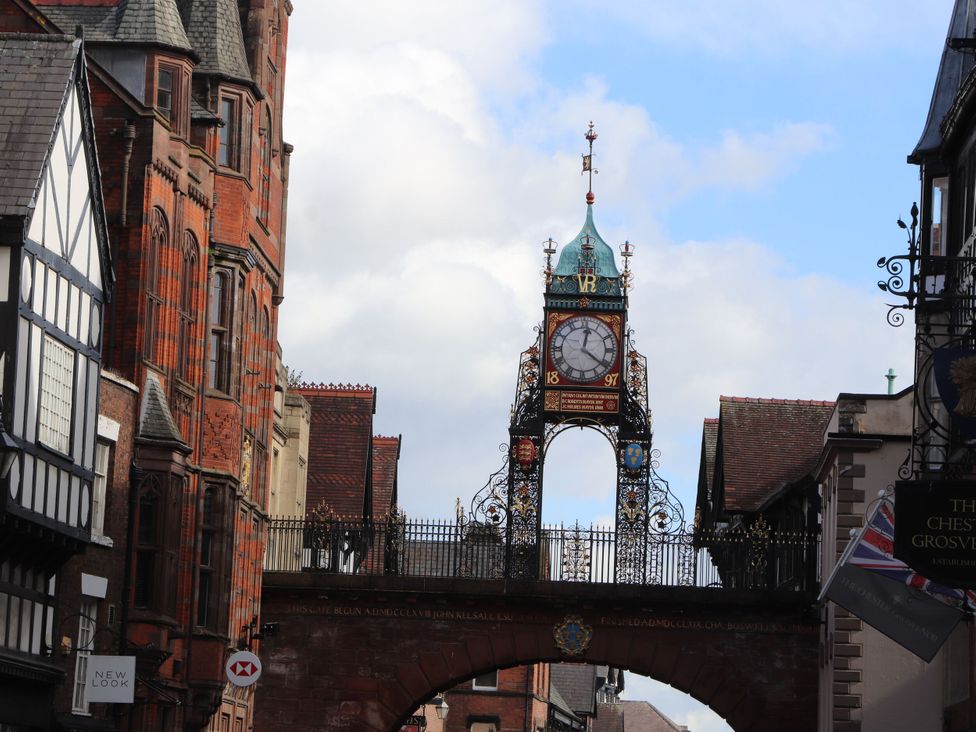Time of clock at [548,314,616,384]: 12:21
